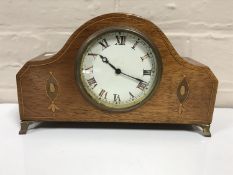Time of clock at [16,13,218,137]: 10:18
